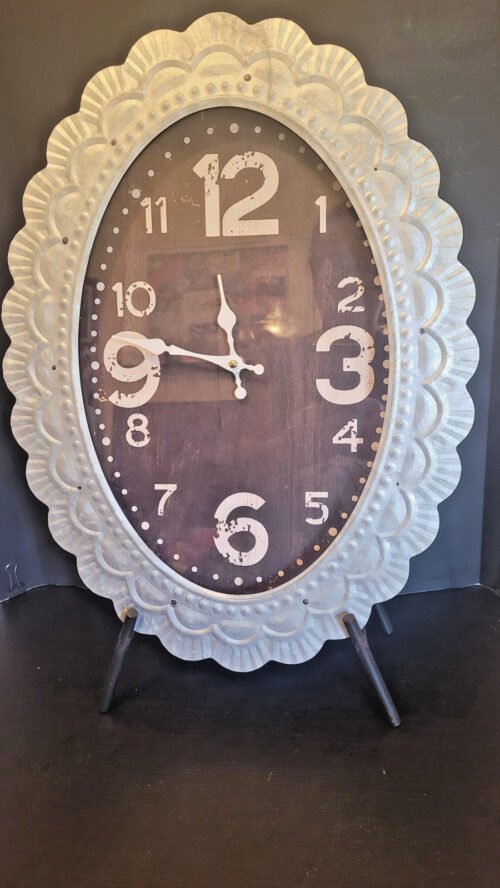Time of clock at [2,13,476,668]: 11:46
